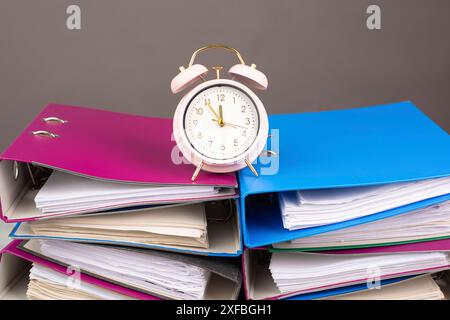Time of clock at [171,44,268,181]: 11:54
